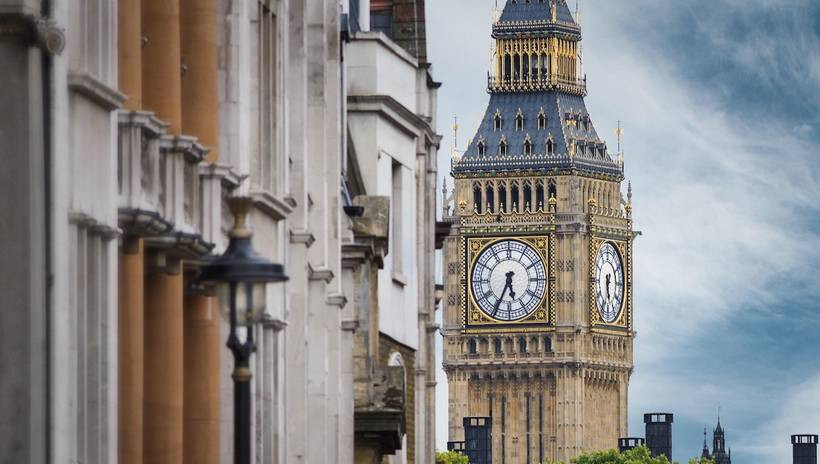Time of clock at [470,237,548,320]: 5:34
